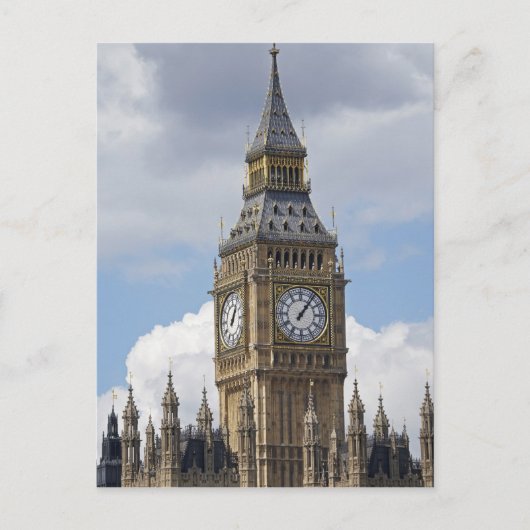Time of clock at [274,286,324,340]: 1:06
